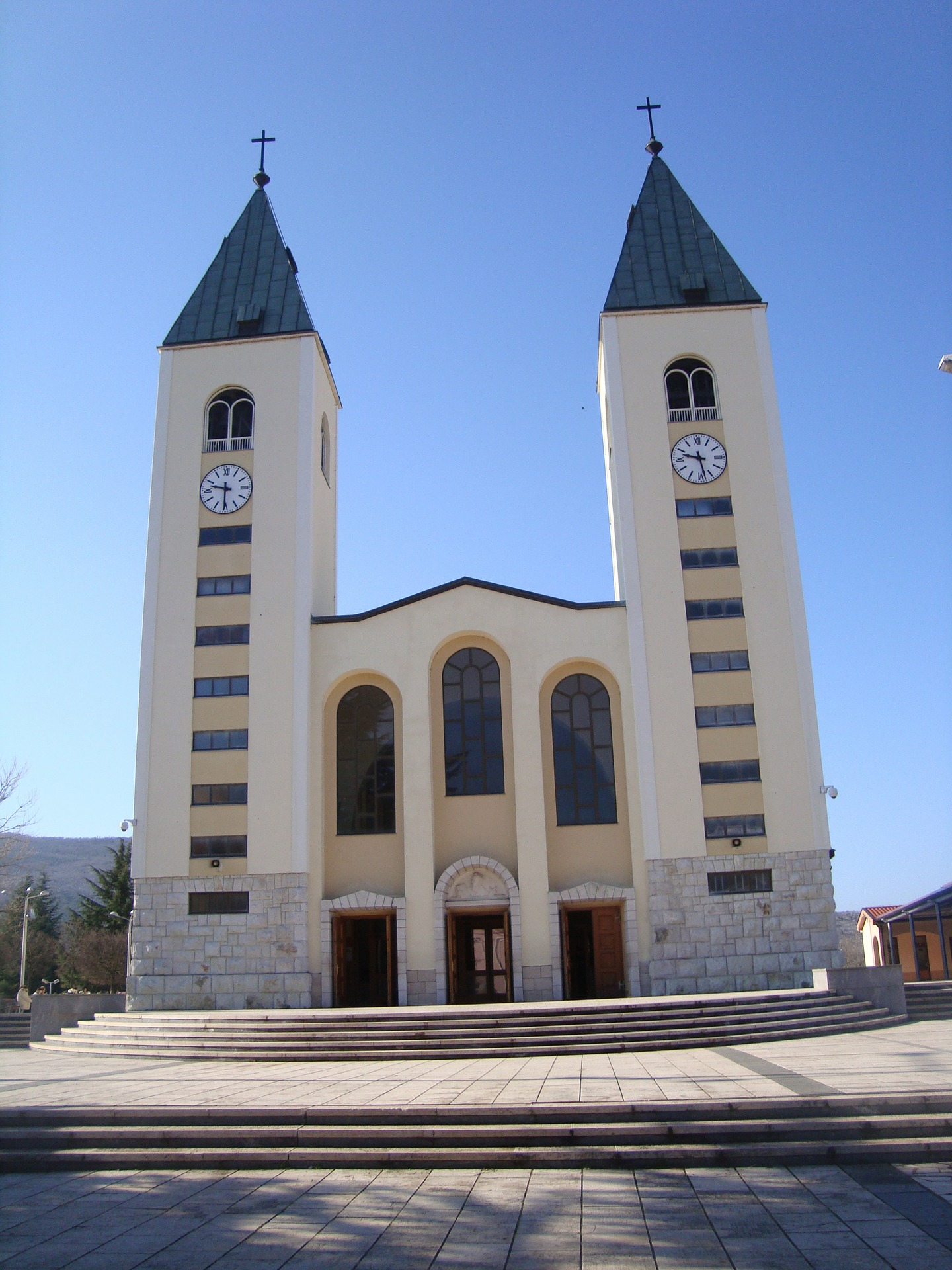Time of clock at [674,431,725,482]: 9:28
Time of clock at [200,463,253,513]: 9:30
